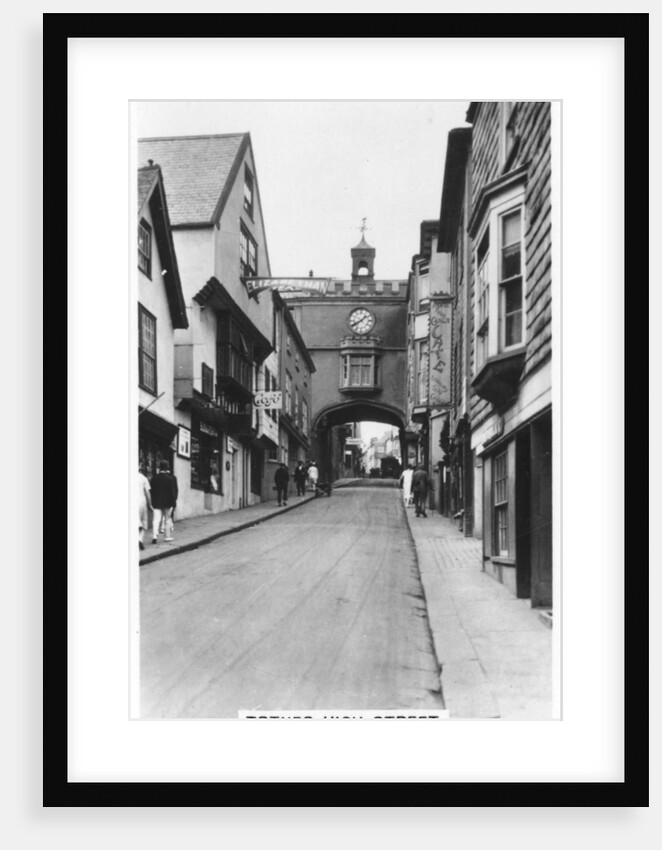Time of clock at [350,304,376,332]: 1:40
